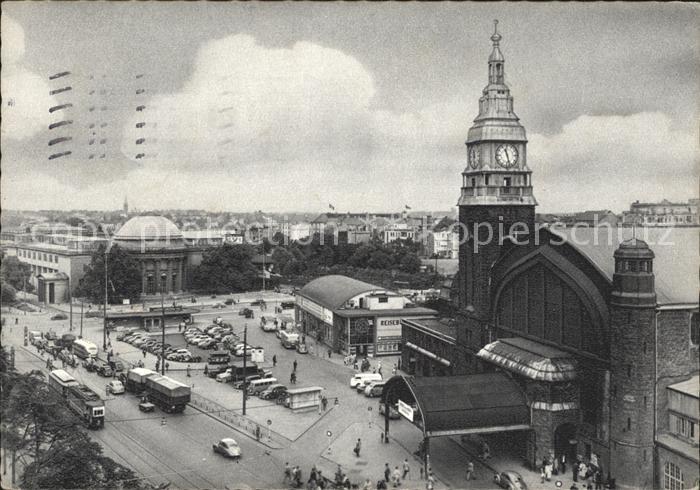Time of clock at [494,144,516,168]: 11:27
